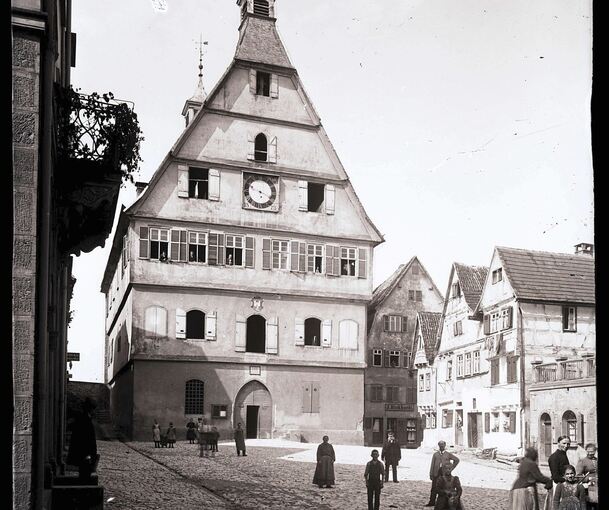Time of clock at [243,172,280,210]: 5:18
